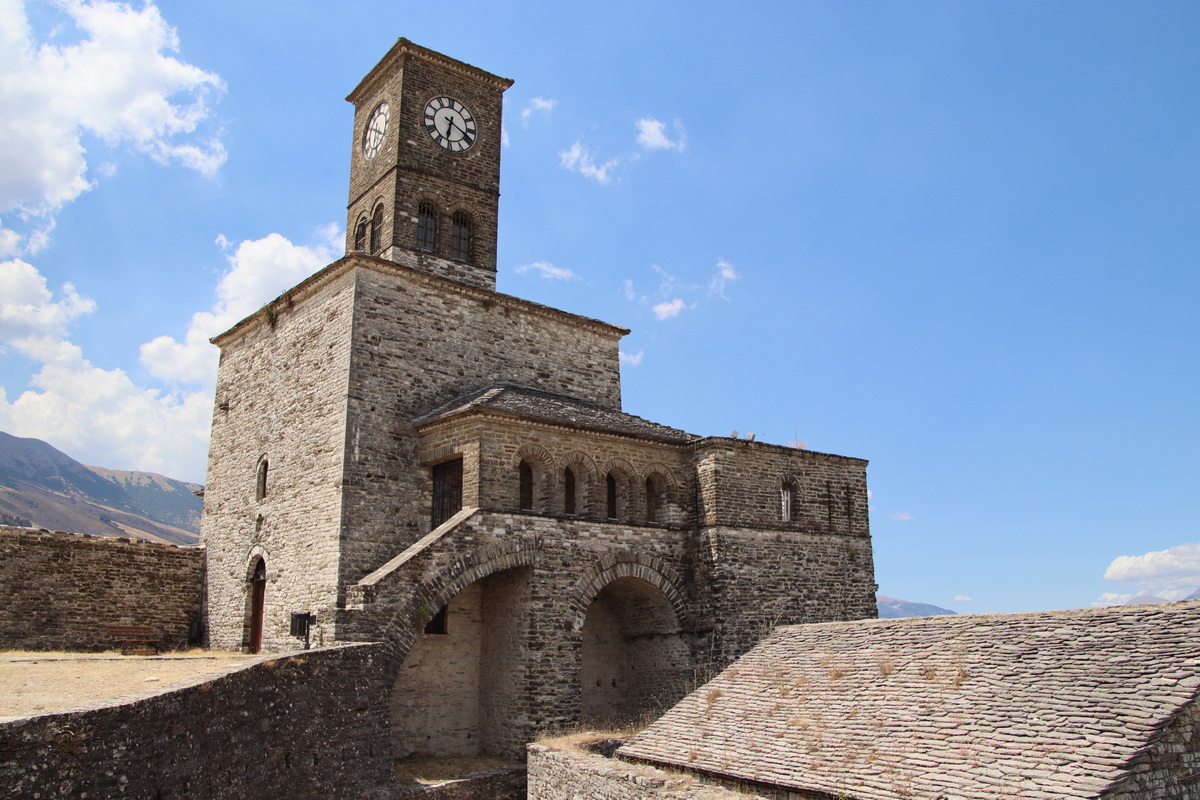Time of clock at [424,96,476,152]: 6:19
